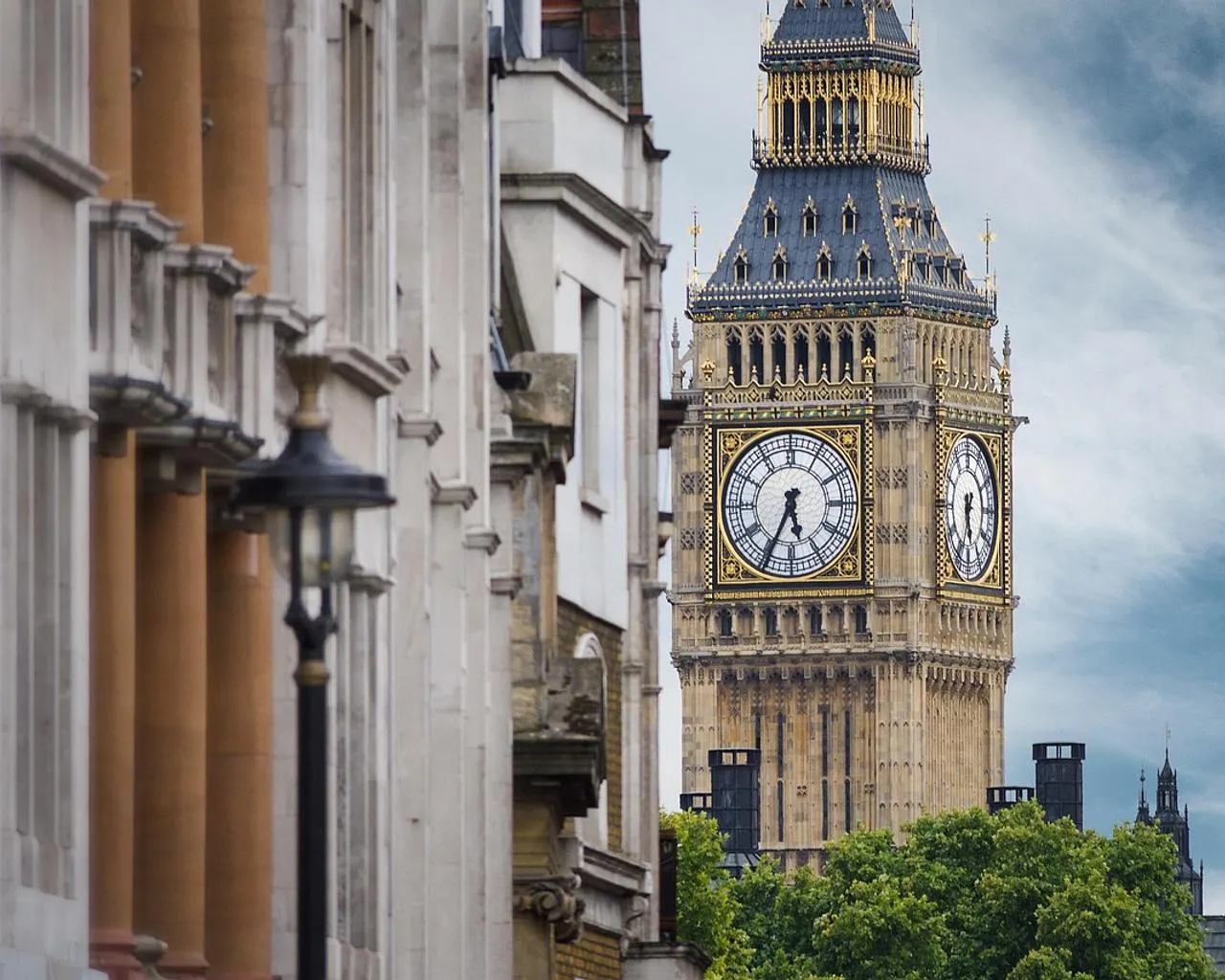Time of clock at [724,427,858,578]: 5:34
